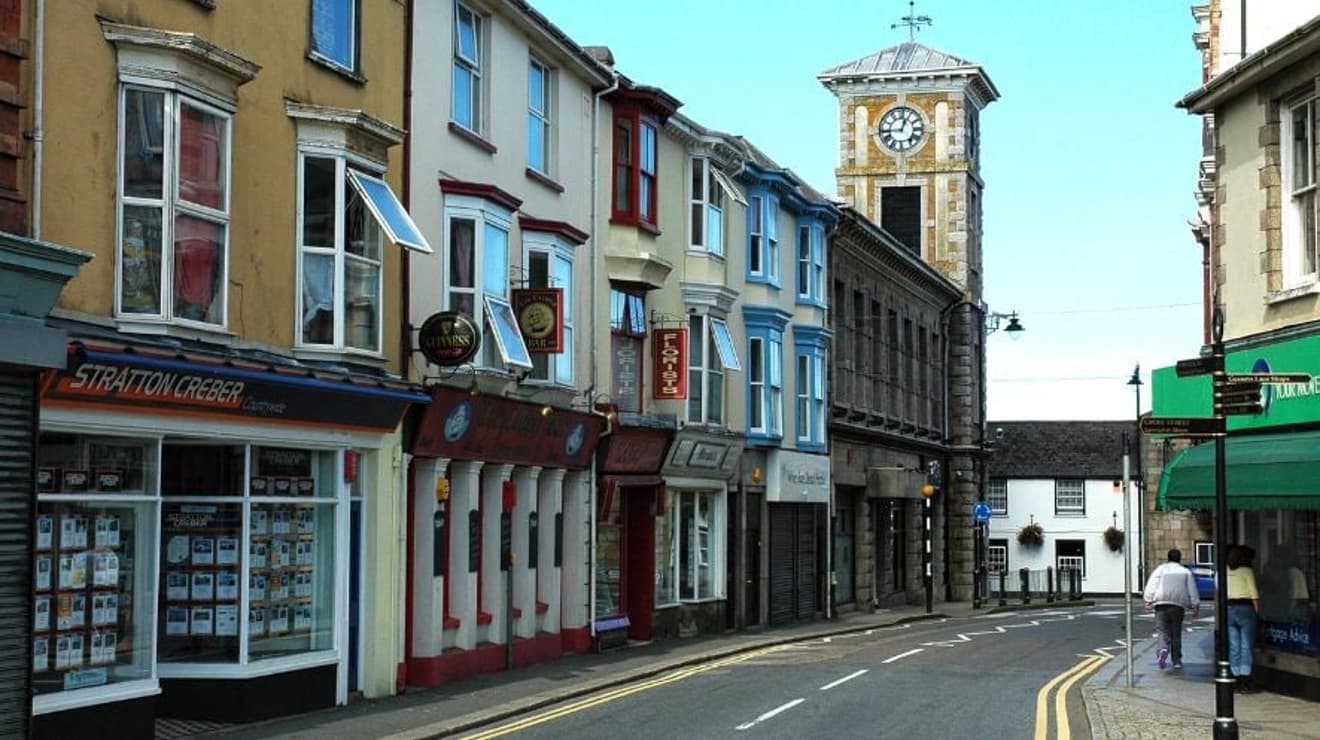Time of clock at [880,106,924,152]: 12:44
